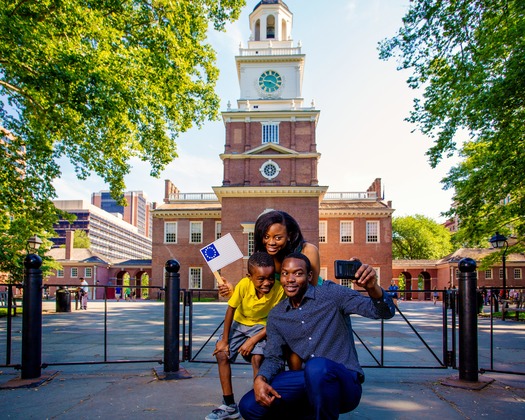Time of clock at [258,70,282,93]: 3:44
